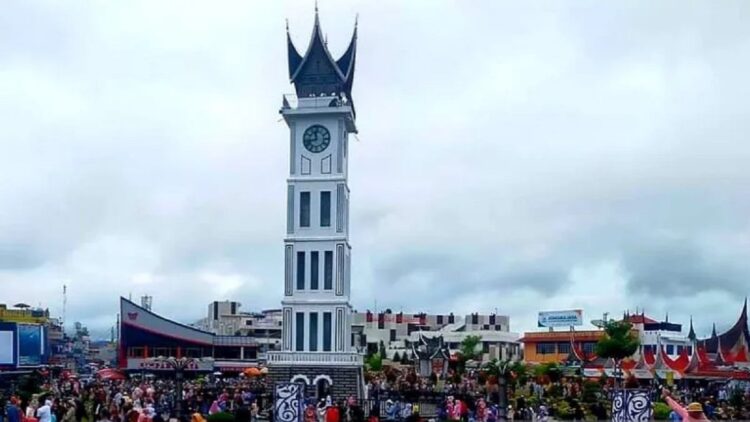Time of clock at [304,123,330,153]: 11:42
